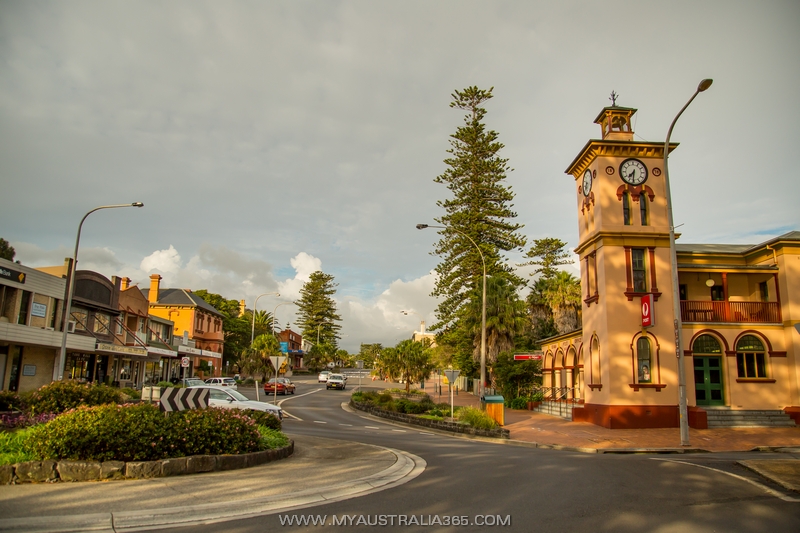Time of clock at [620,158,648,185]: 7:31
